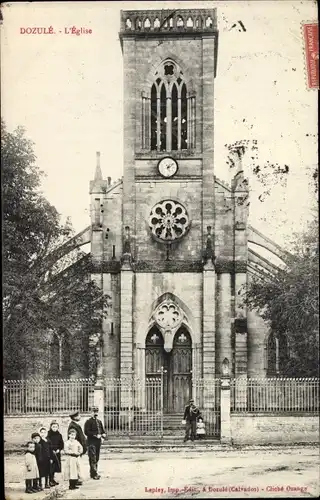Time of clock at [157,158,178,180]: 5:09
